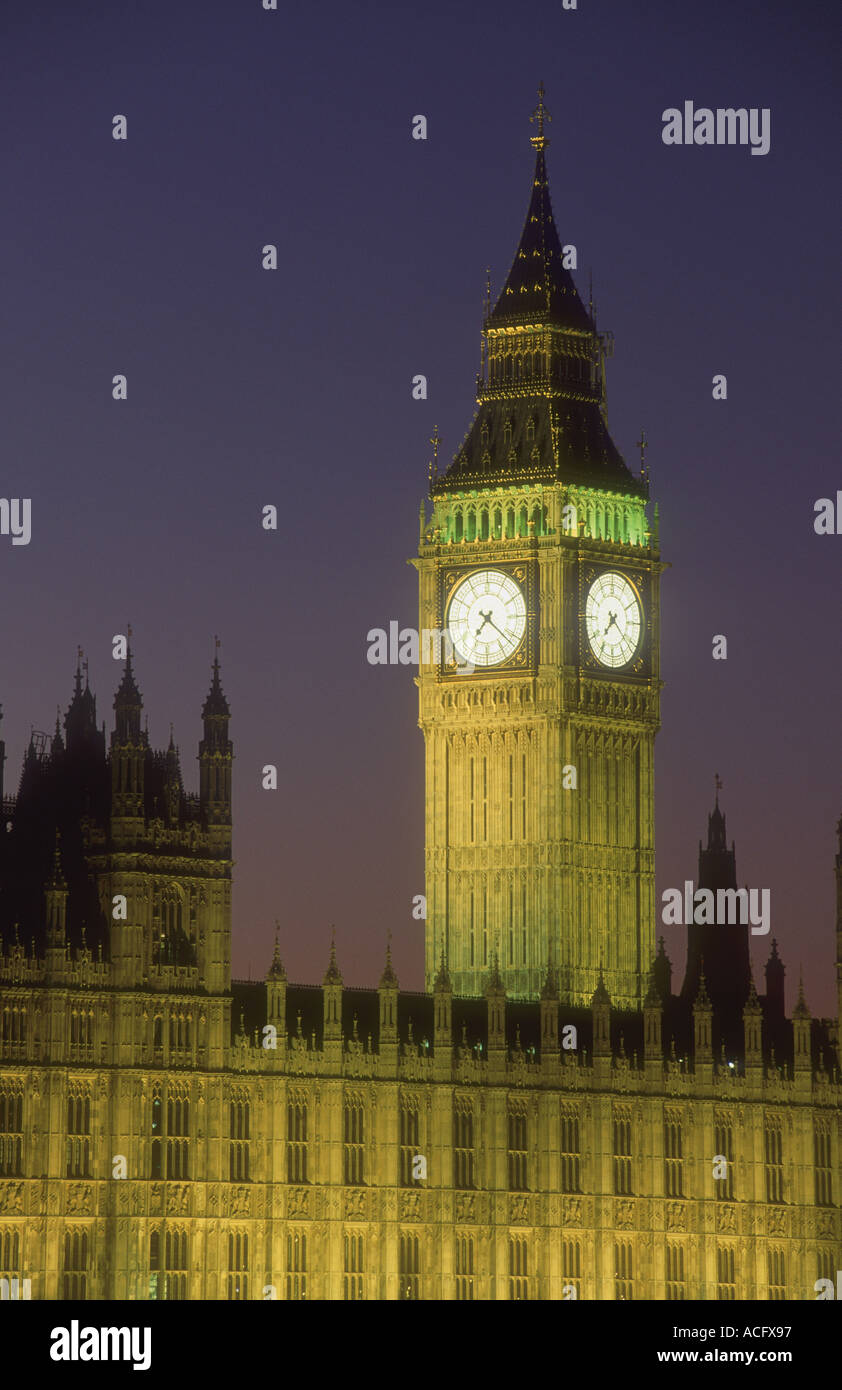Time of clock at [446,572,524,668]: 7:21
